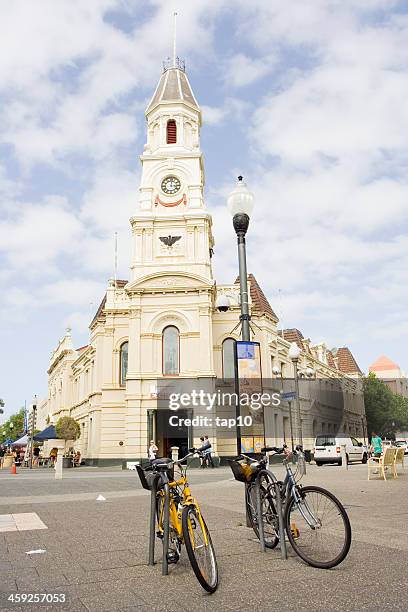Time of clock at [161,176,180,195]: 3:01
